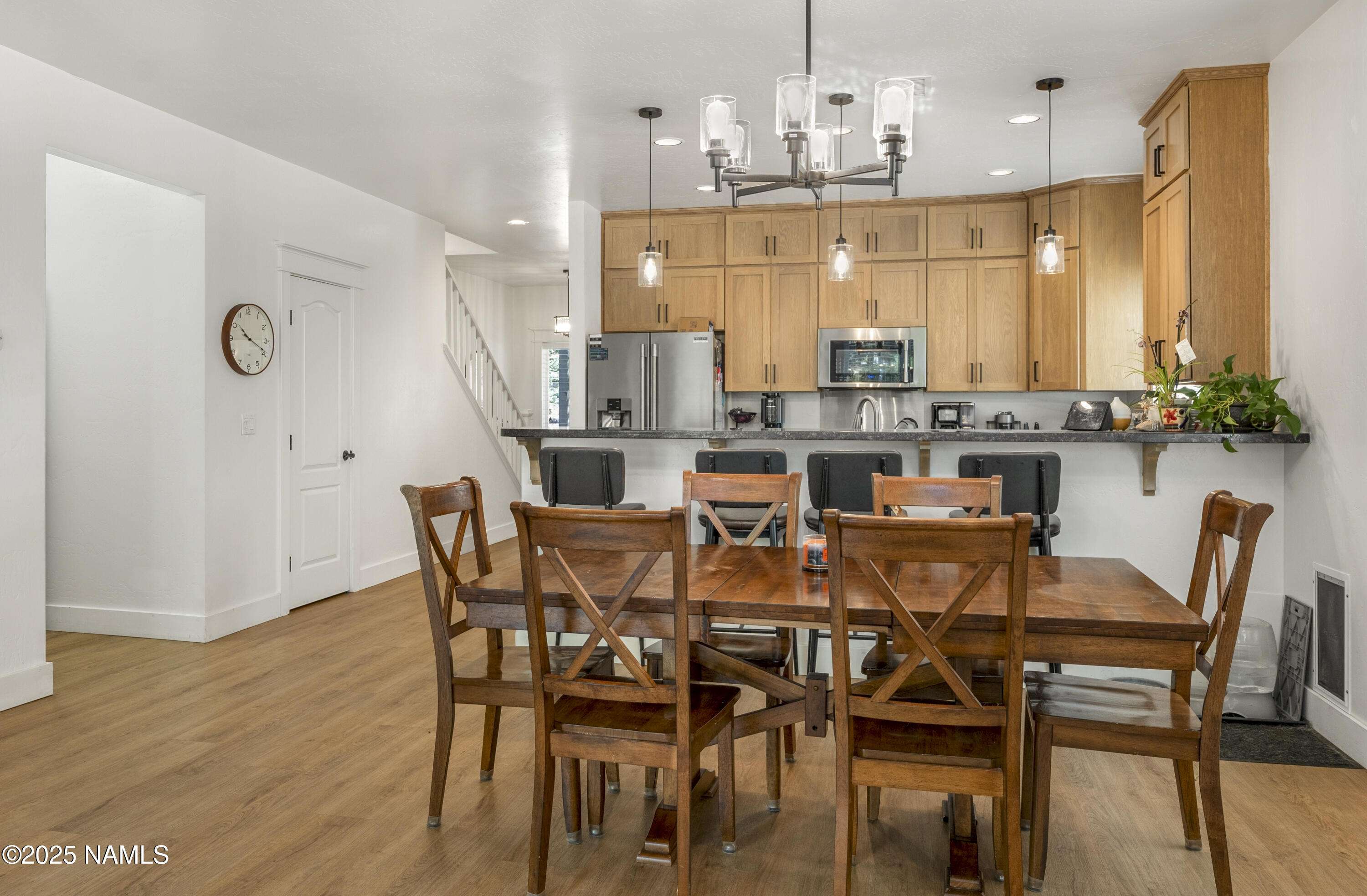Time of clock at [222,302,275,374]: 10:18
